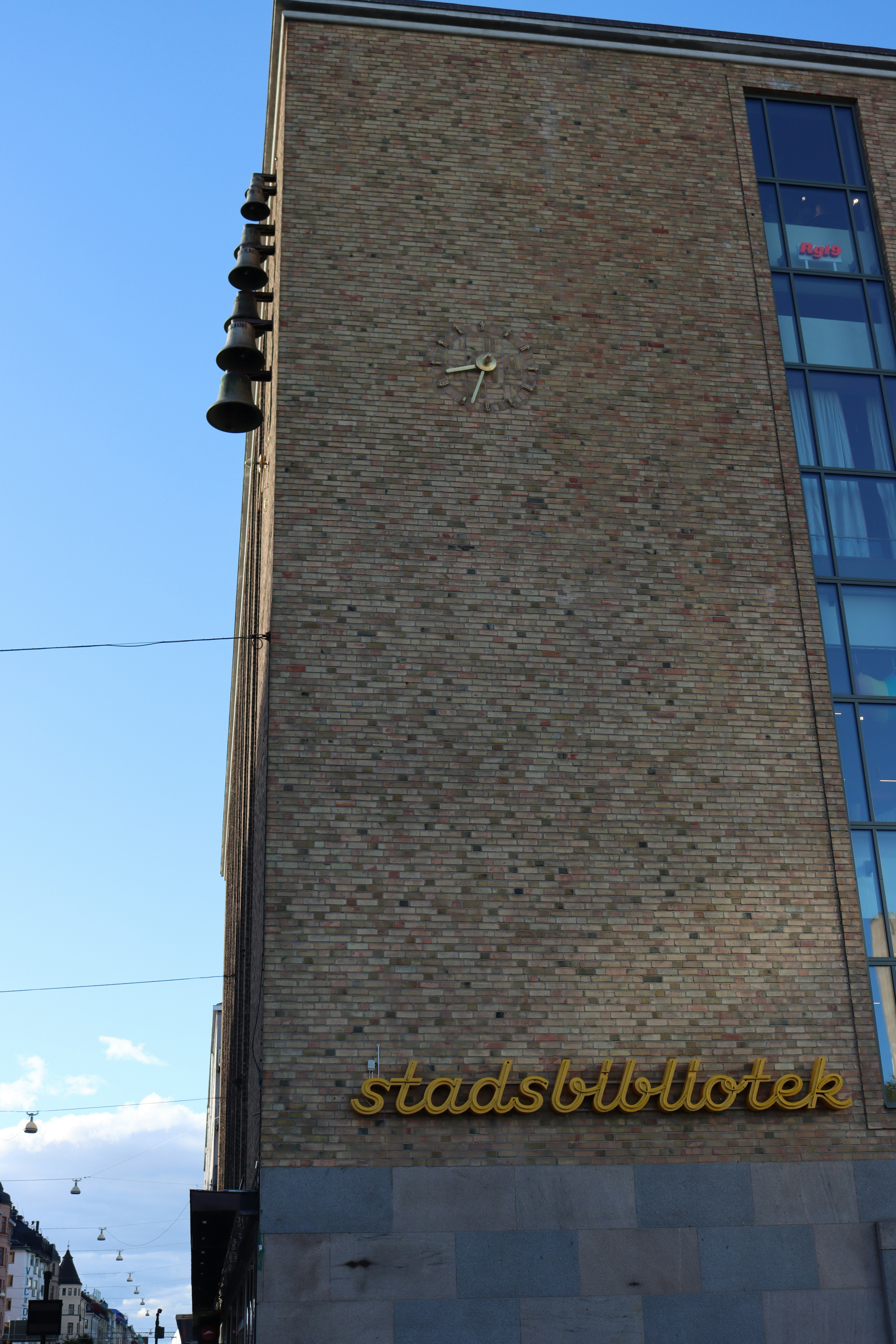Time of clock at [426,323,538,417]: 8:33
